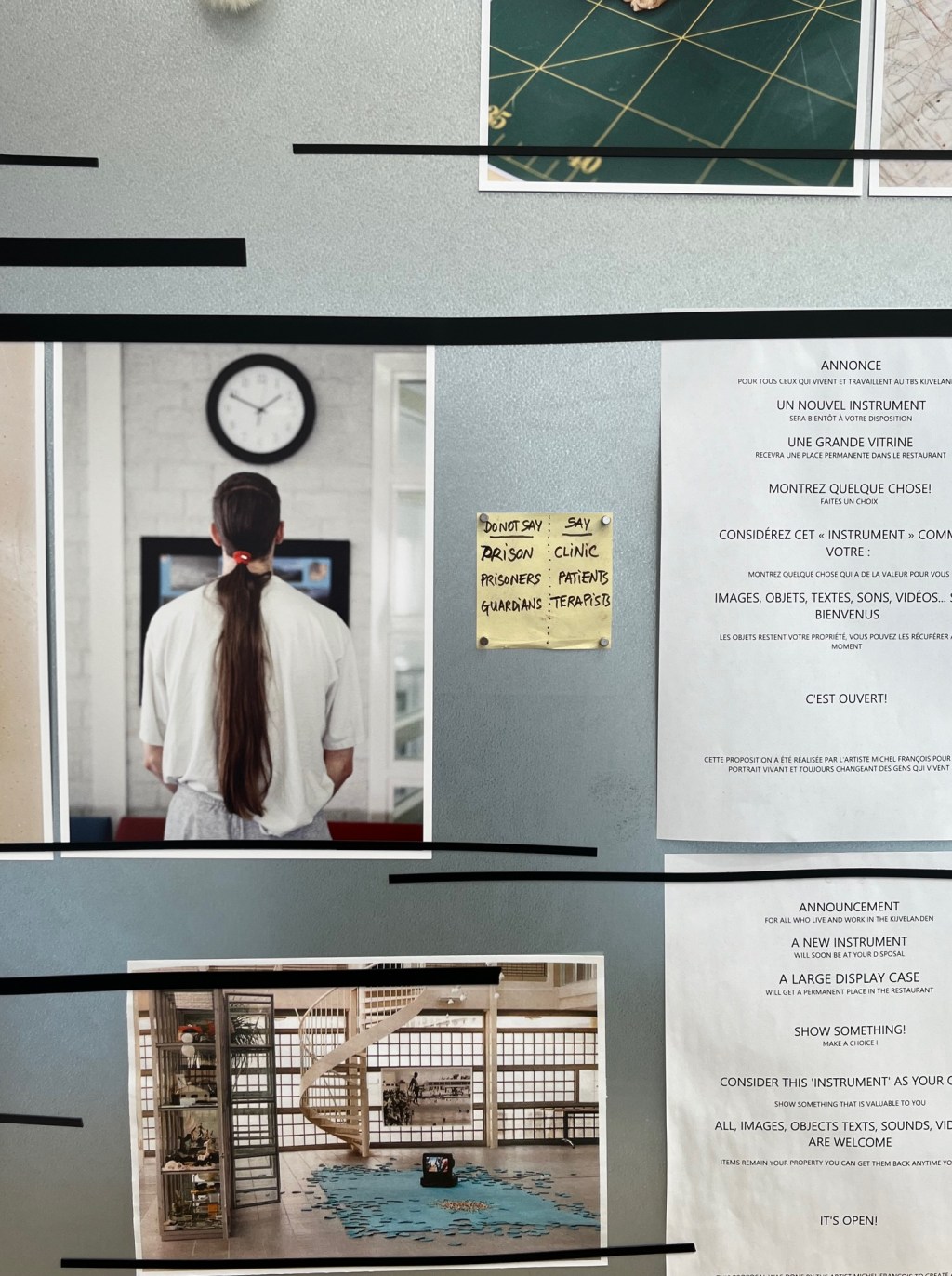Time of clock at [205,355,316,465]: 1:49
